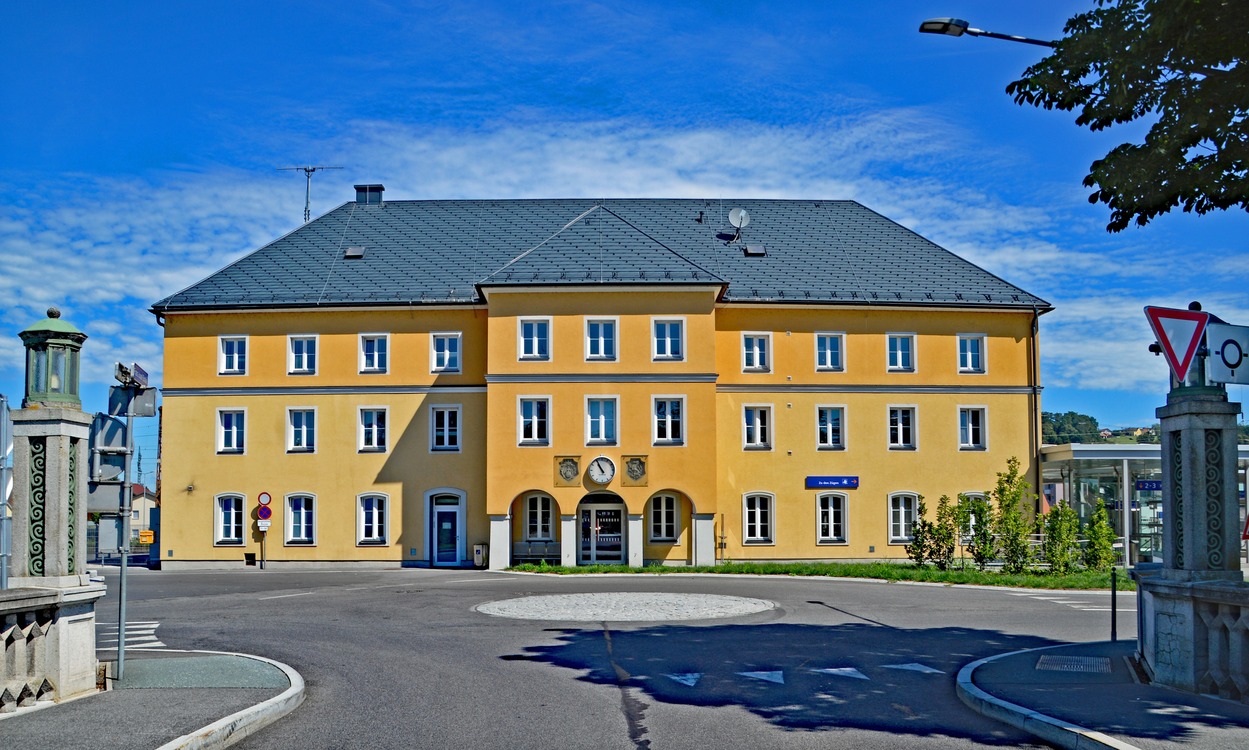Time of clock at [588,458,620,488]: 10:55
